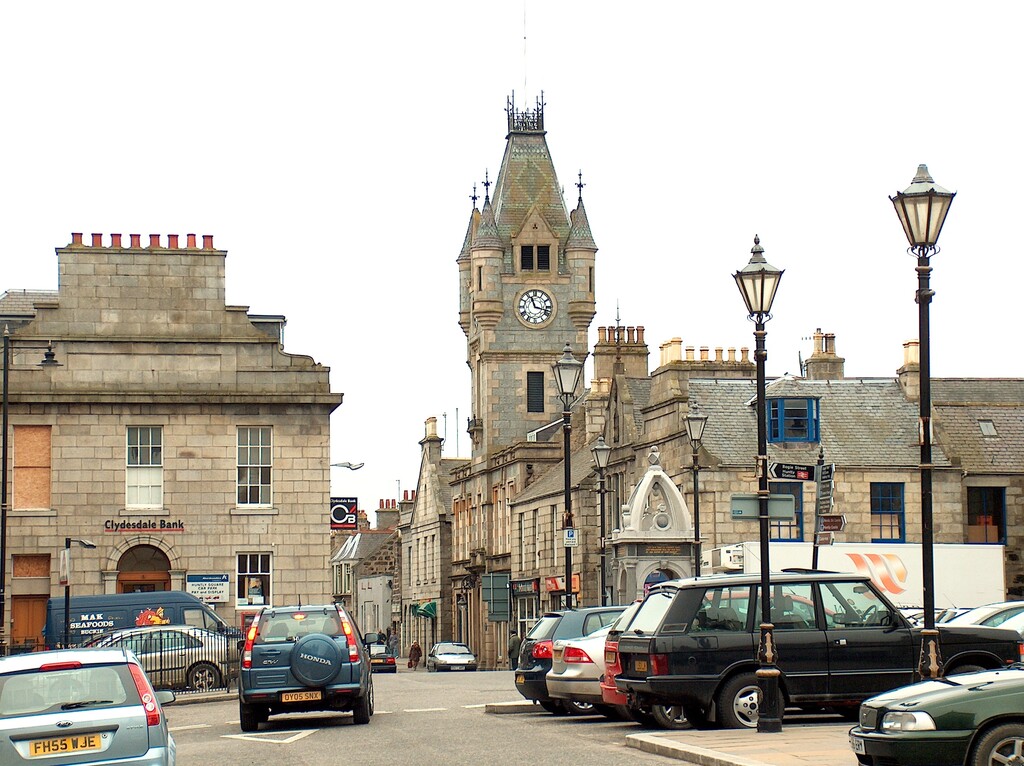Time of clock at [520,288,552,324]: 11:17
